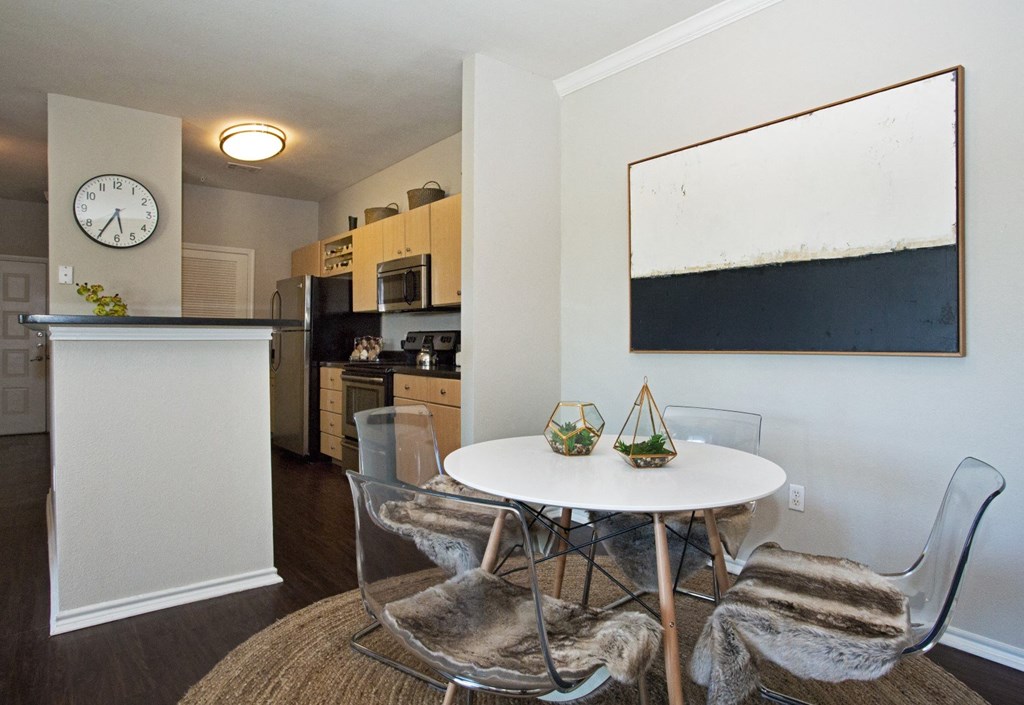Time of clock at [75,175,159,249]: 5:35
